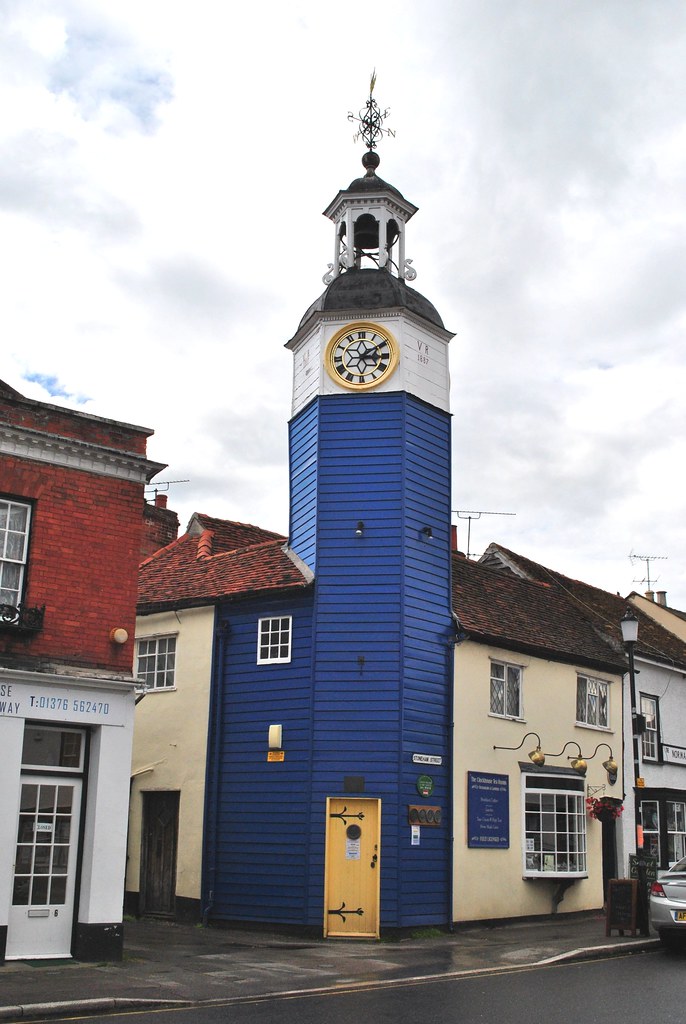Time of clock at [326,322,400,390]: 3:09
